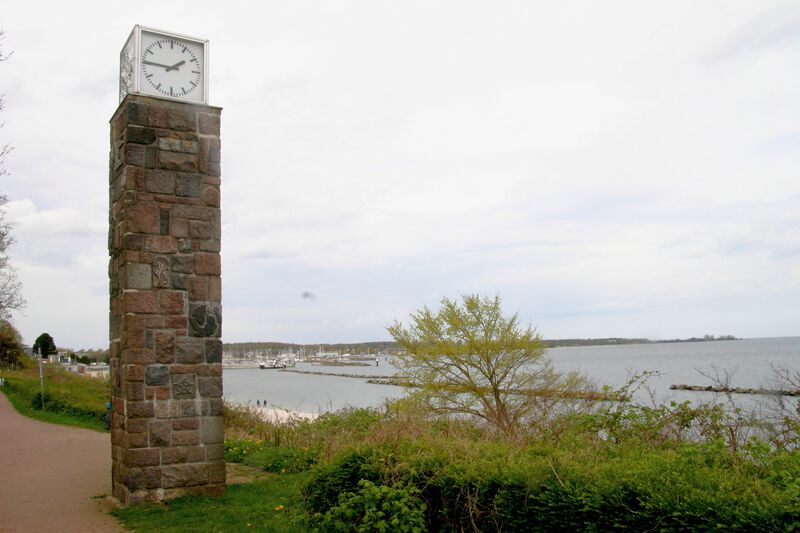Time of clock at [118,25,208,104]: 1:45
